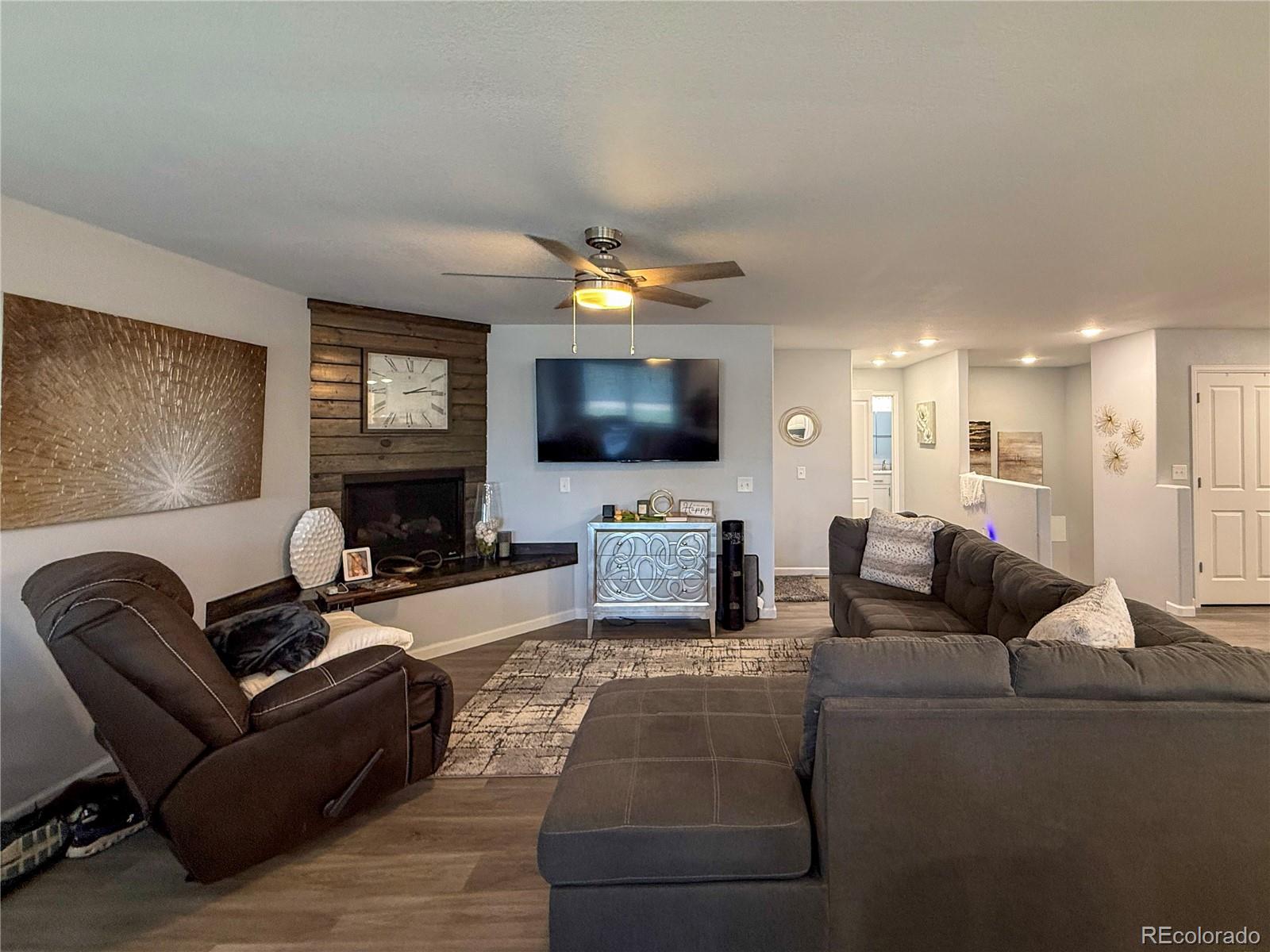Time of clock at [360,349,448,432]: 2:13
